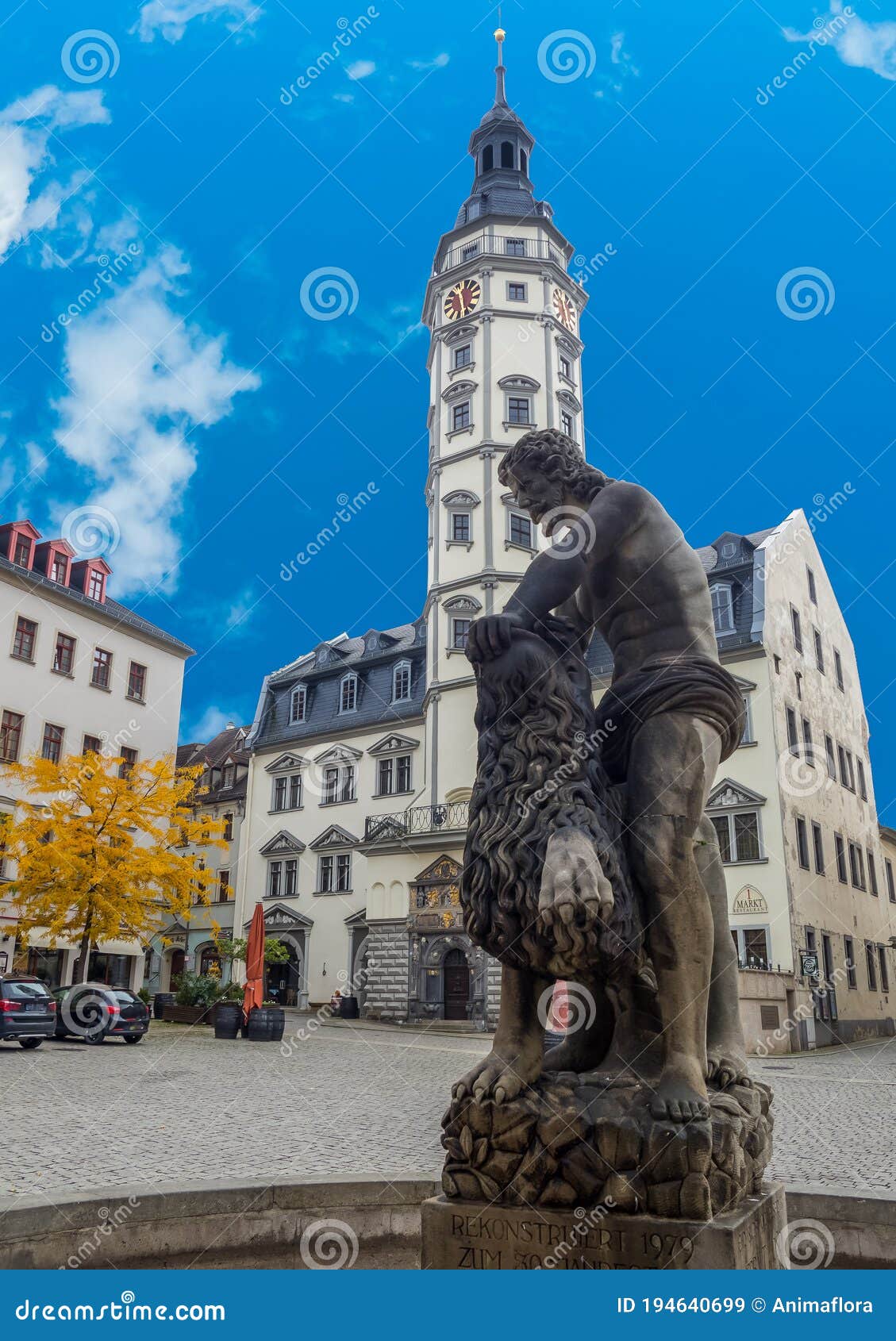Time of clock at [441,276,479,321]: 11:28
